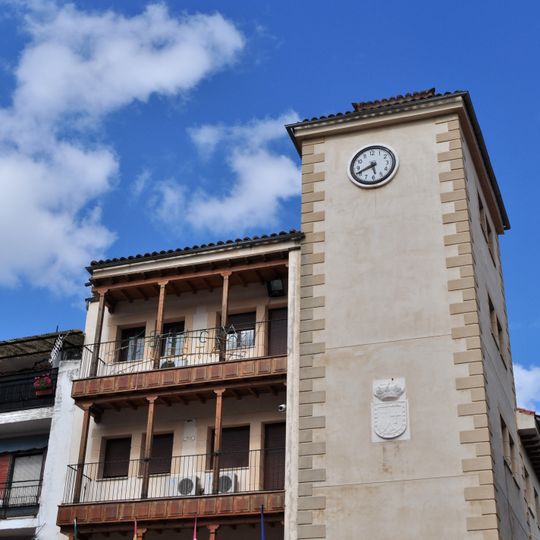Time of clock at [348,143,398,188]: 5:41
